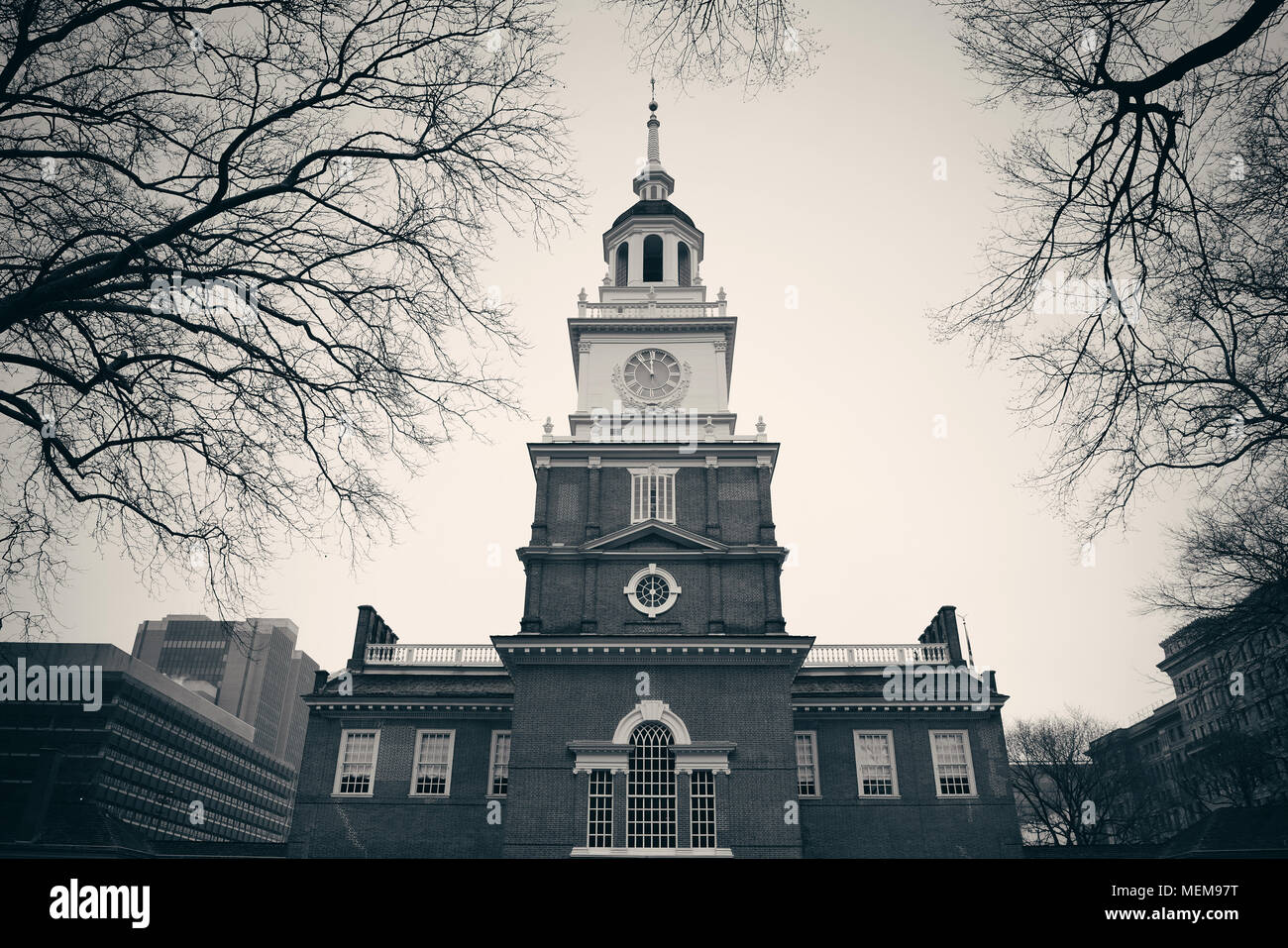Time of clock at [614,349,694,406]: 11:53
